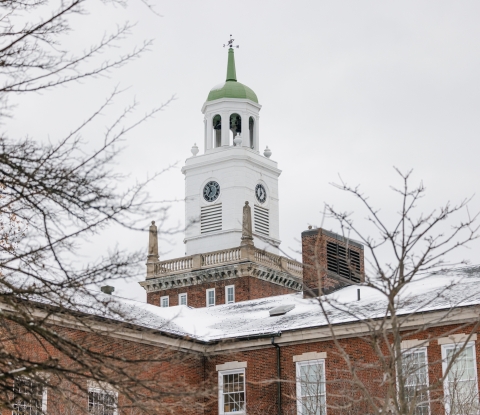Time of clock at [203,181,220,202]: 11:37
